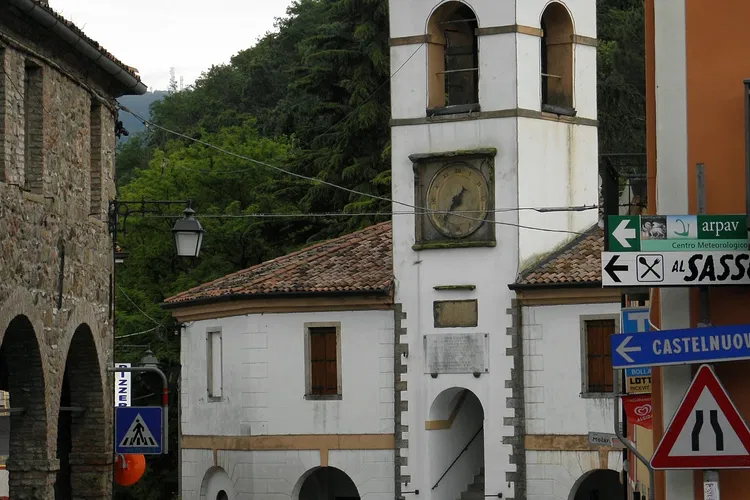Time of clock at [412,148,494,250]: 7:36
